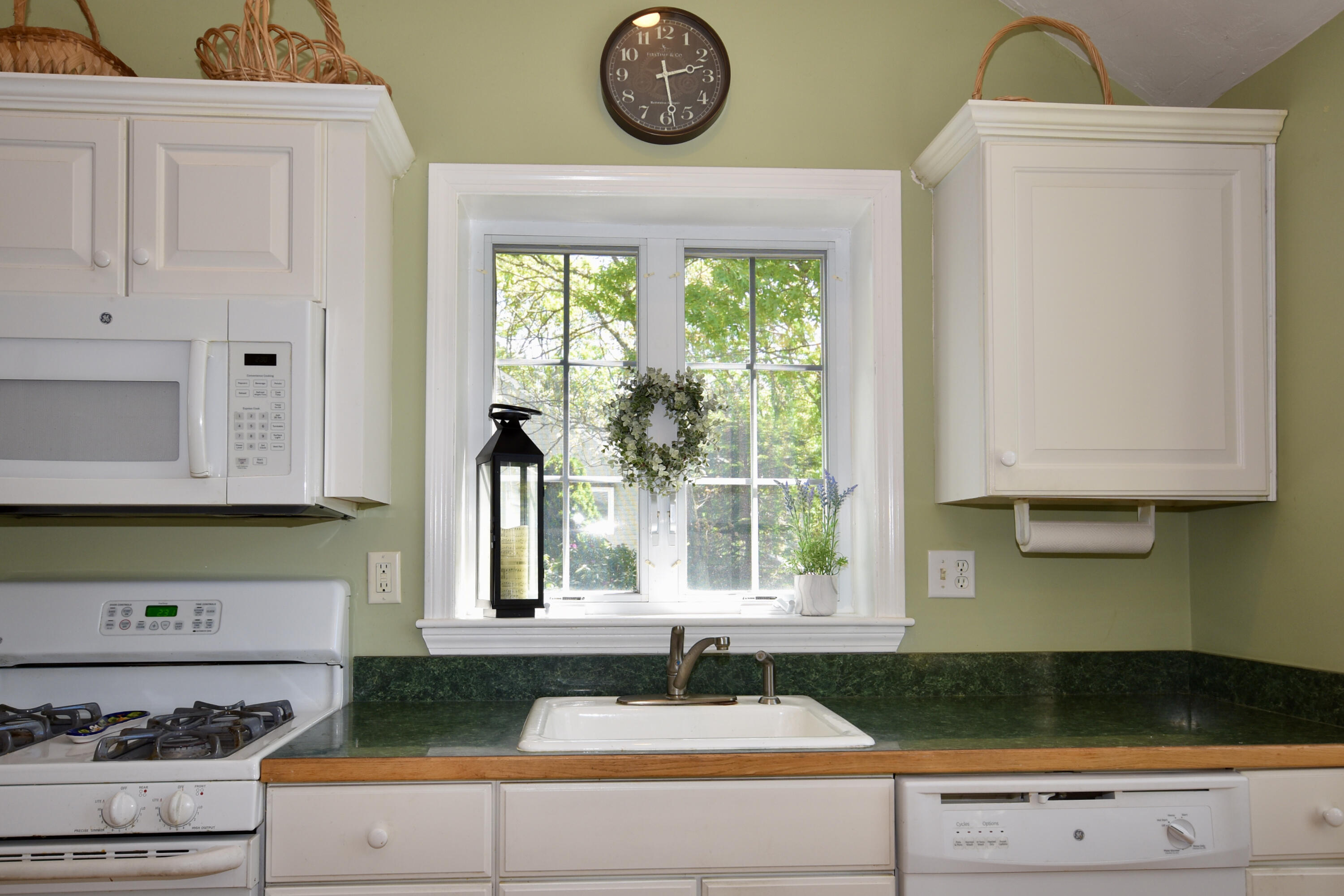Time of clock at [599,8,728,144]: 2:28
